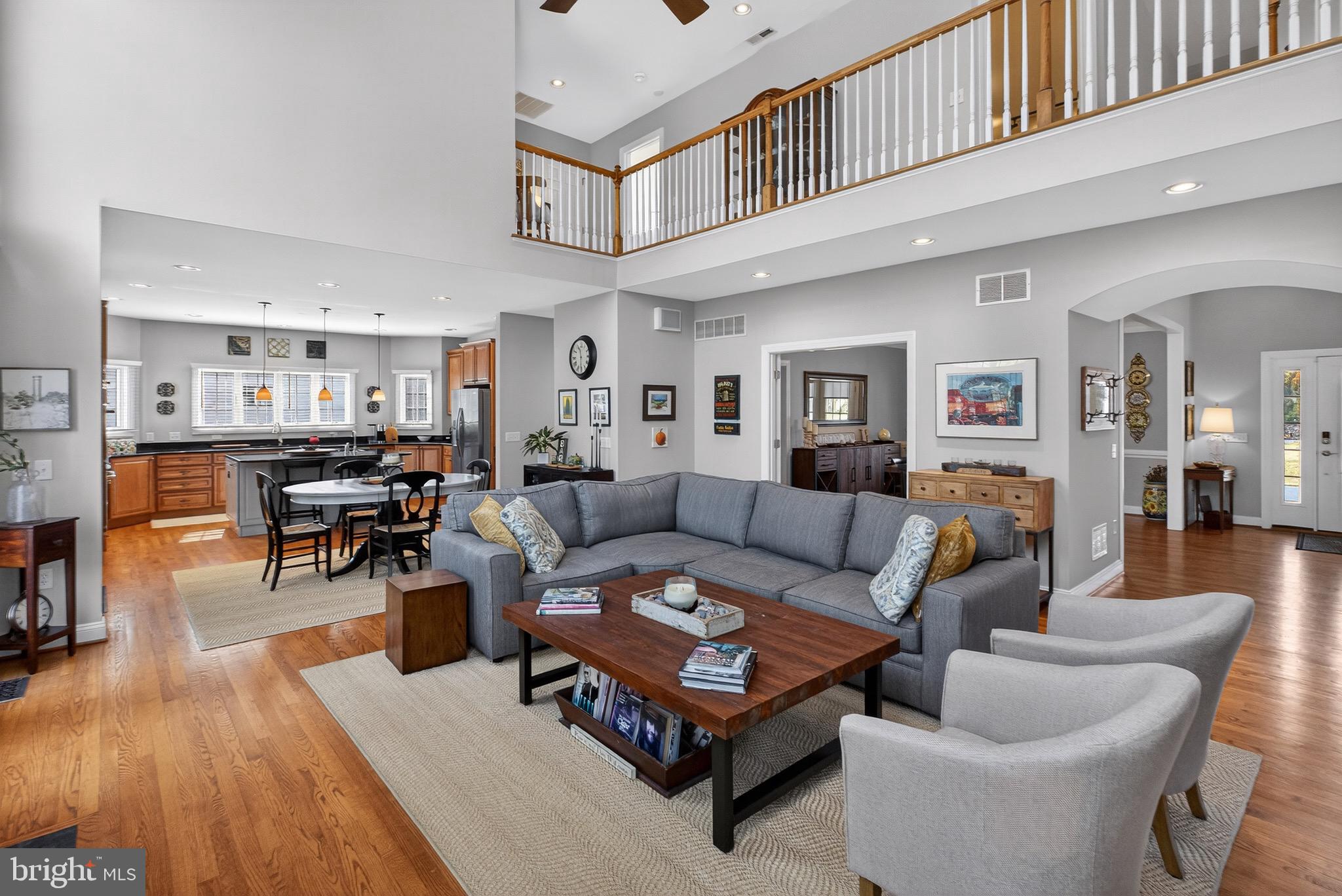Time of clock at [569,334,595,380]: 11:29
